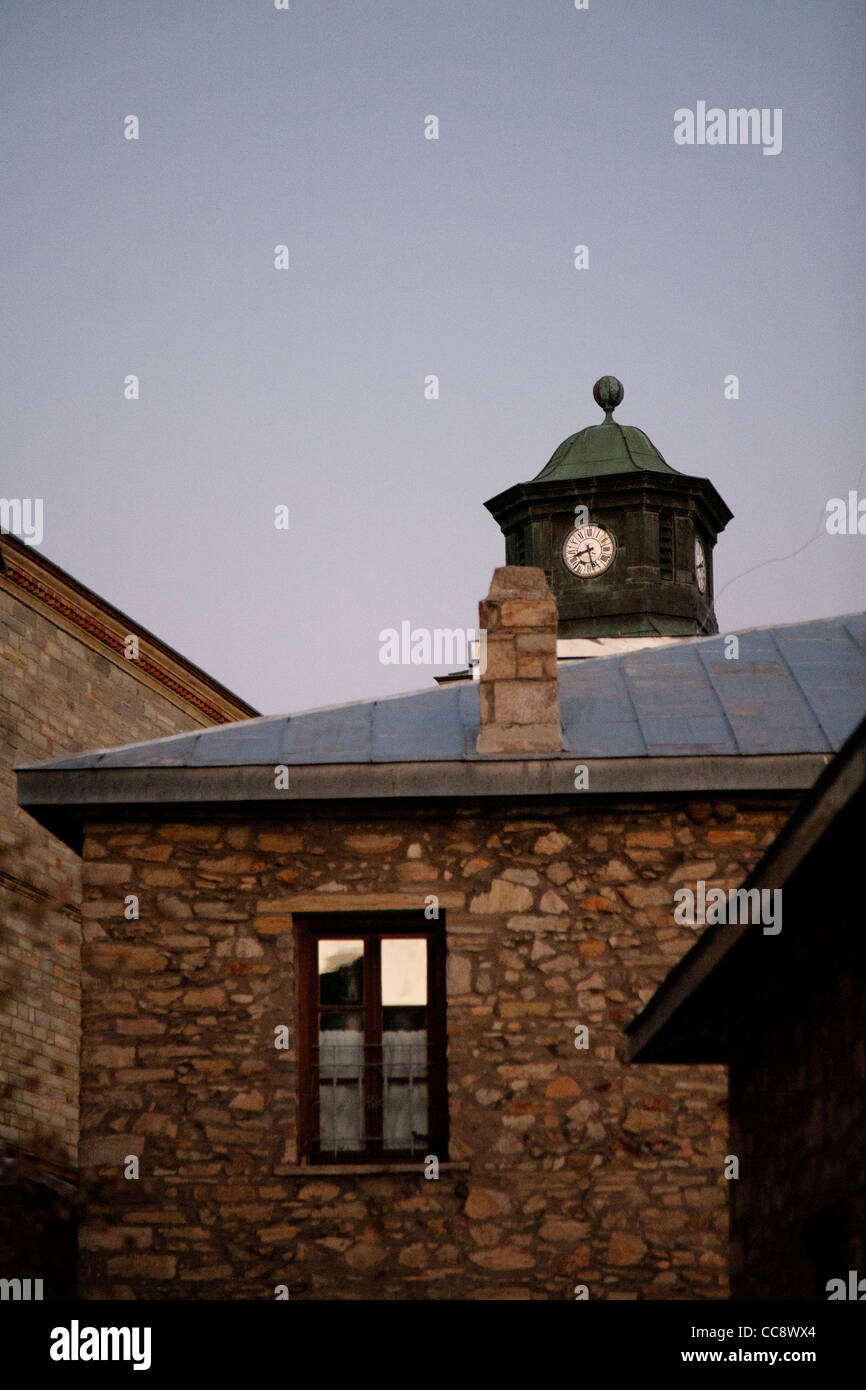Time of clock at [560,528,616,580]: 8:27
